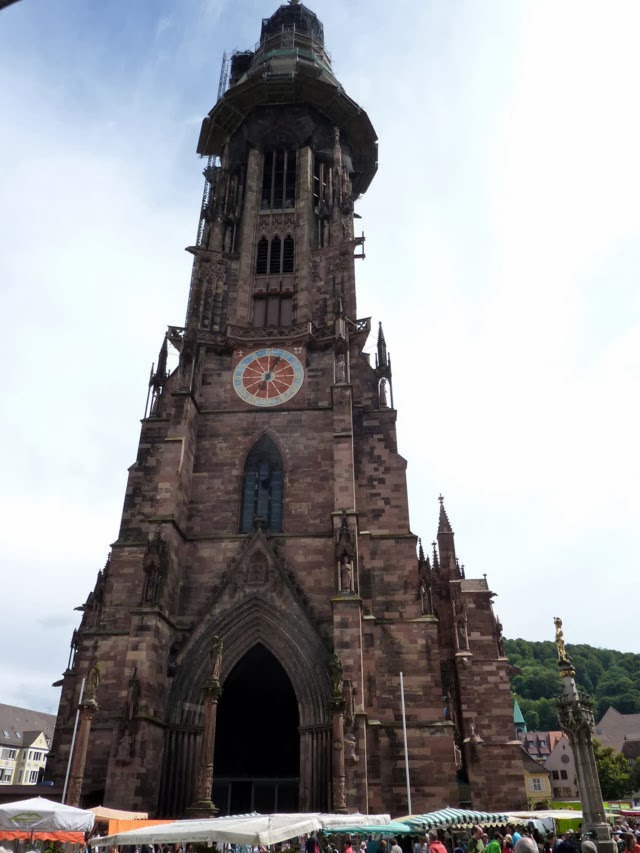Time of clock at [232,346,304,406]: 7:04
